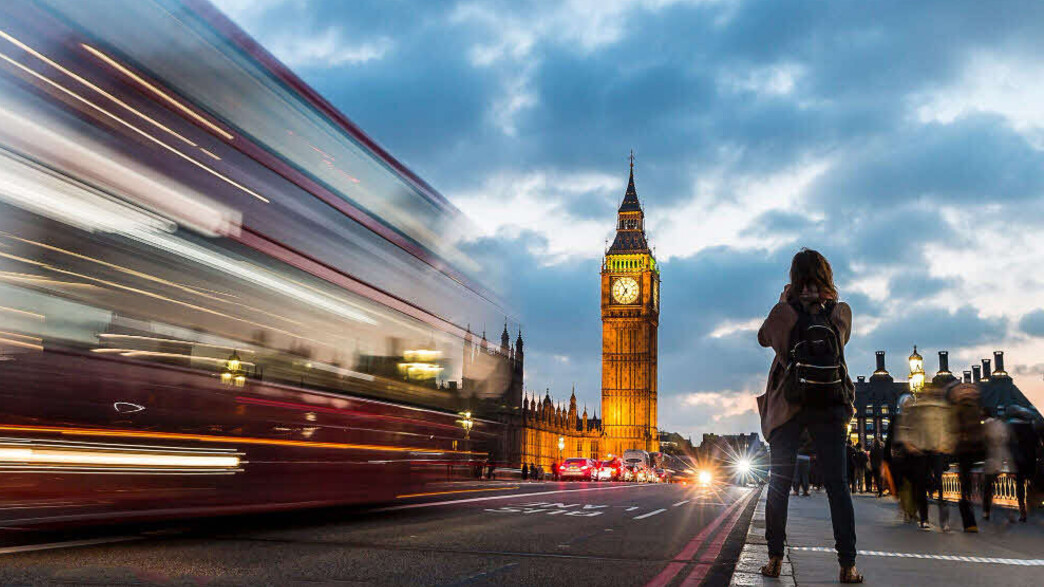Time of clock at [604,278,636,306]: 6:55
